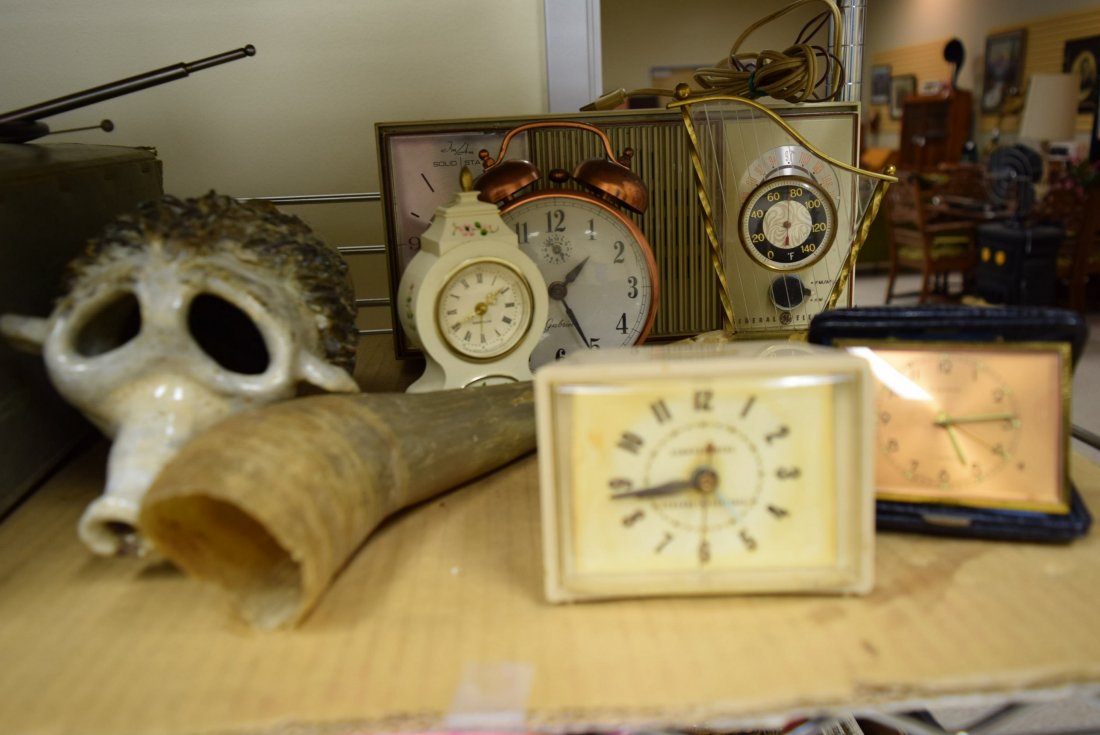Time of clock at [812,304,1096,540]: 5:13
